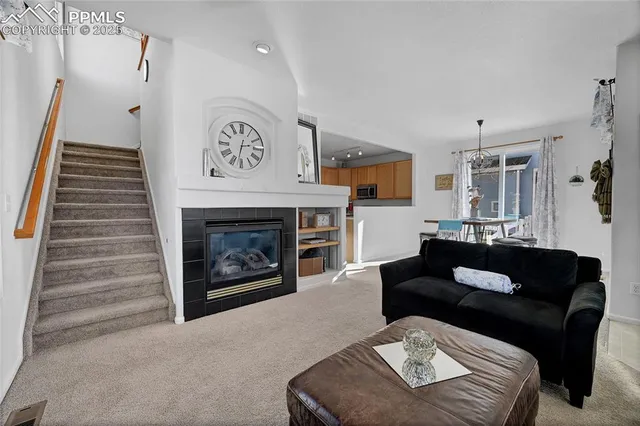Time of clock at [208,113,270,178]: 2:32
